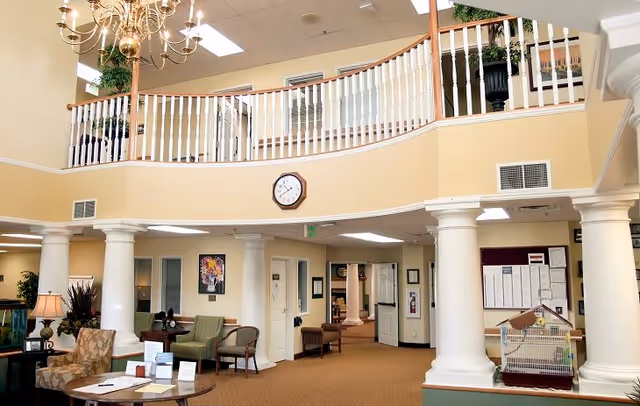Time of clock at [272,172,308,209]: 10:40
